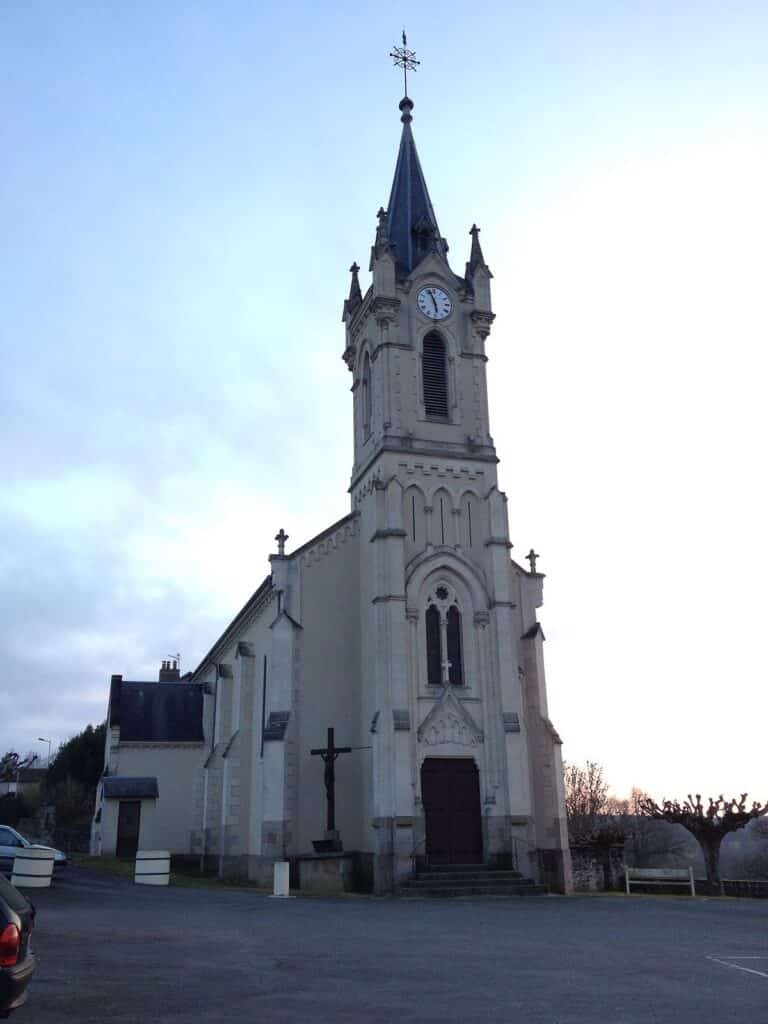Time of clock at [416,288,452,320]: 5:56
